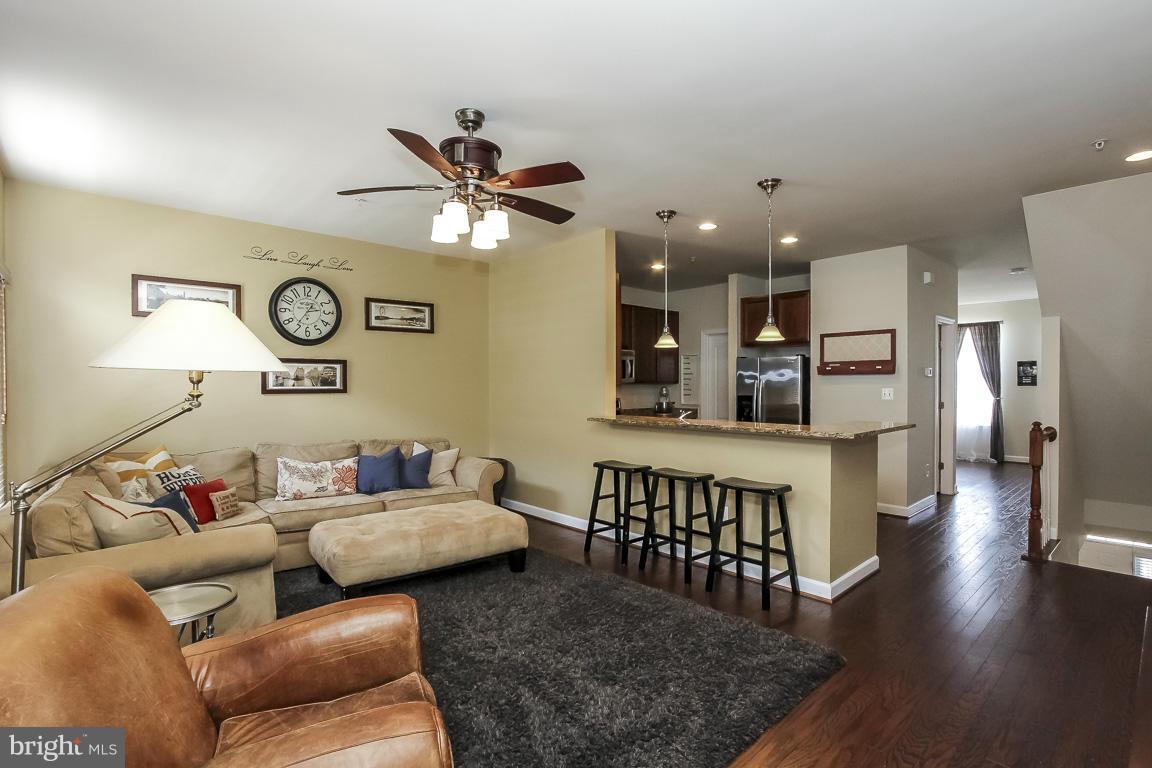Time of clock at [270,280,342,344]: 2:35
